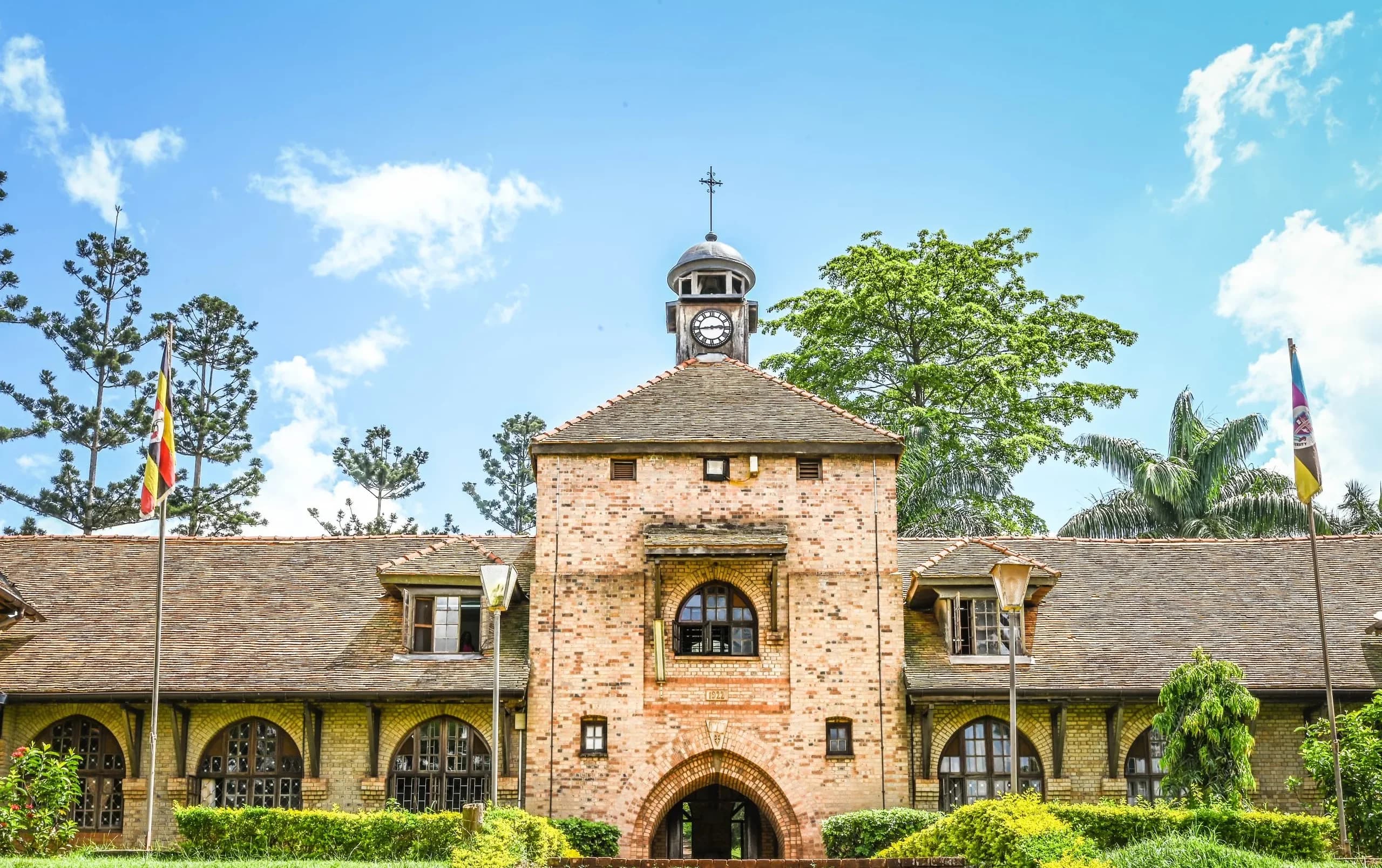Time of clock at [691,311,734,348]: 2:43
